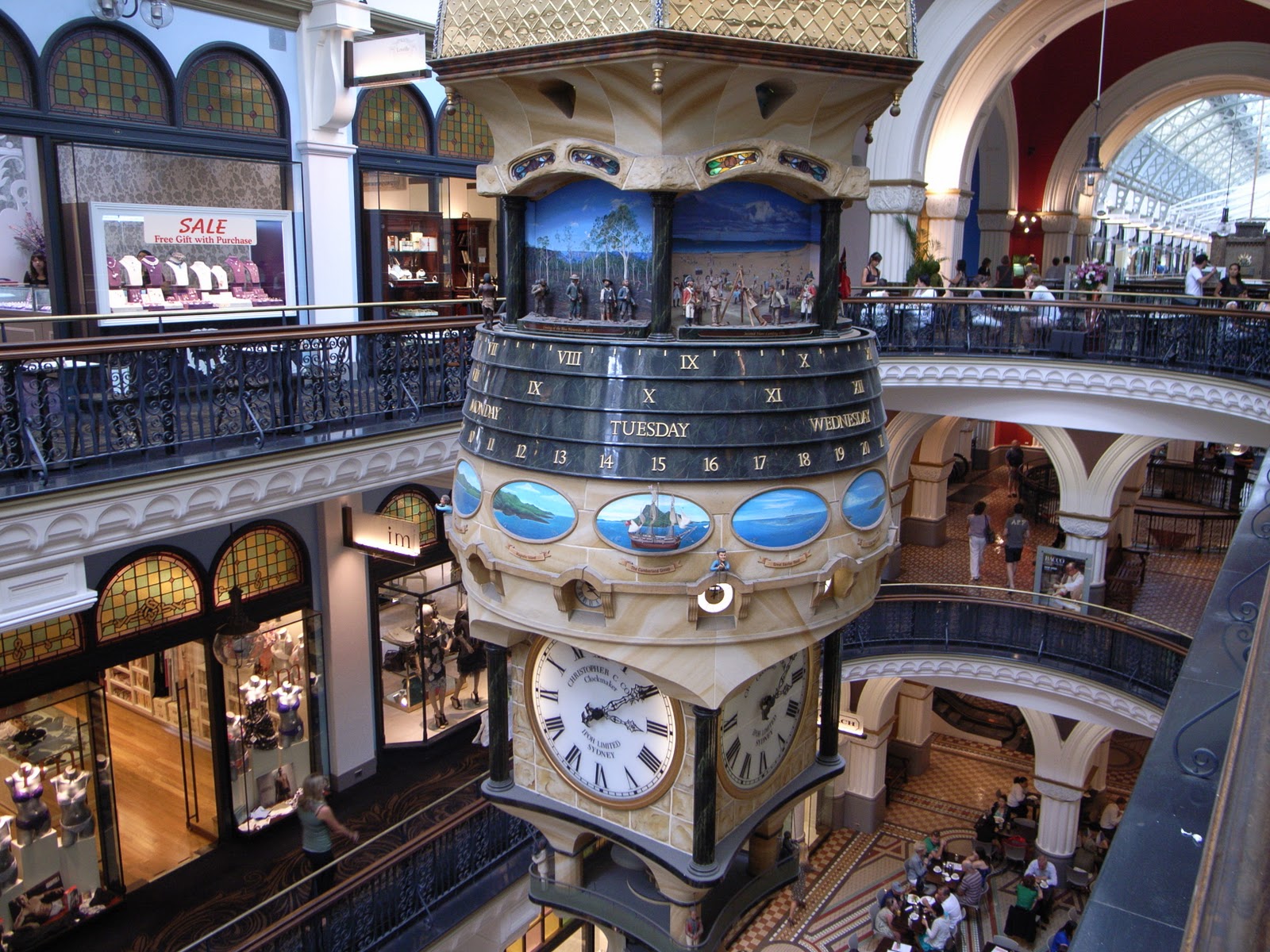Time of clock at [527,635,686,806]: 3:09
